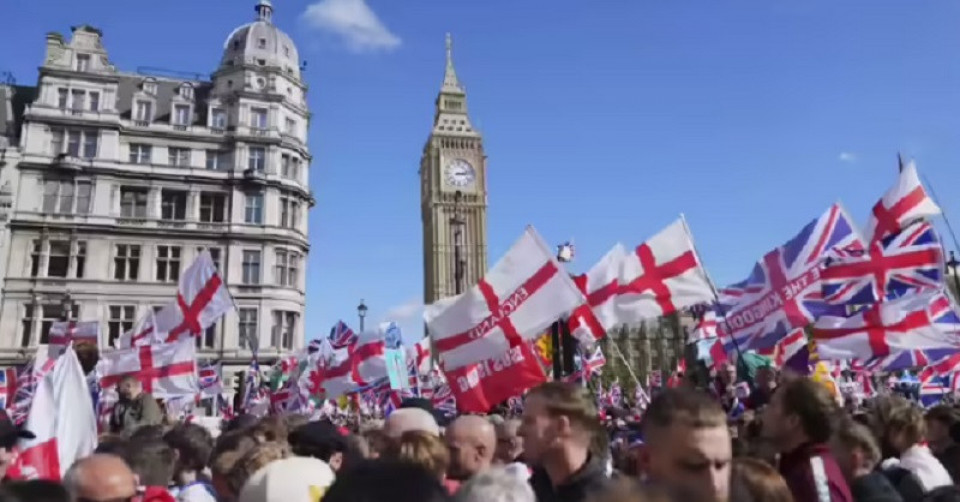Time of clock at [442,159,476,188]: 3:13
